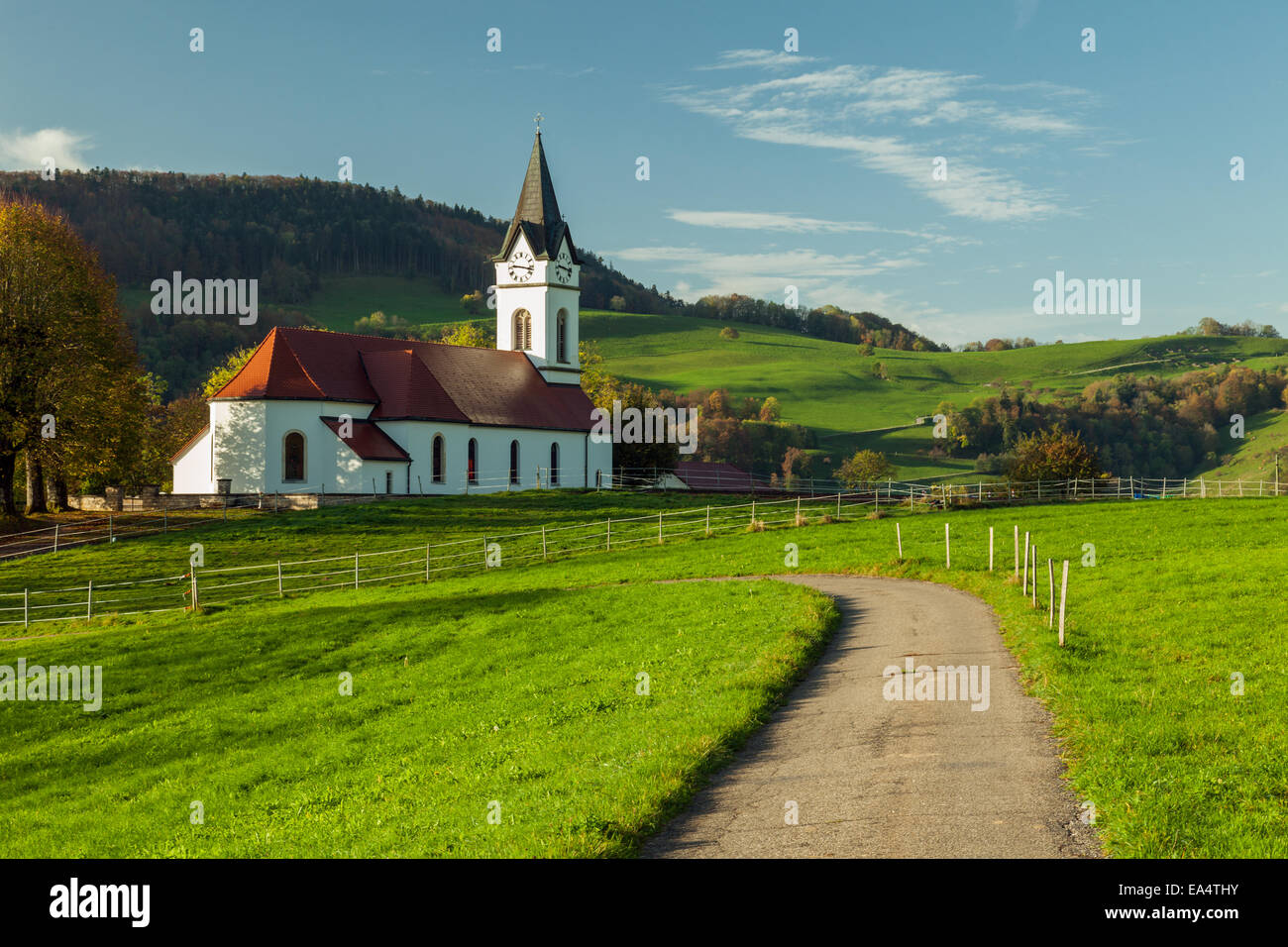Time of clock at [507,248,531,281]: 9:17
